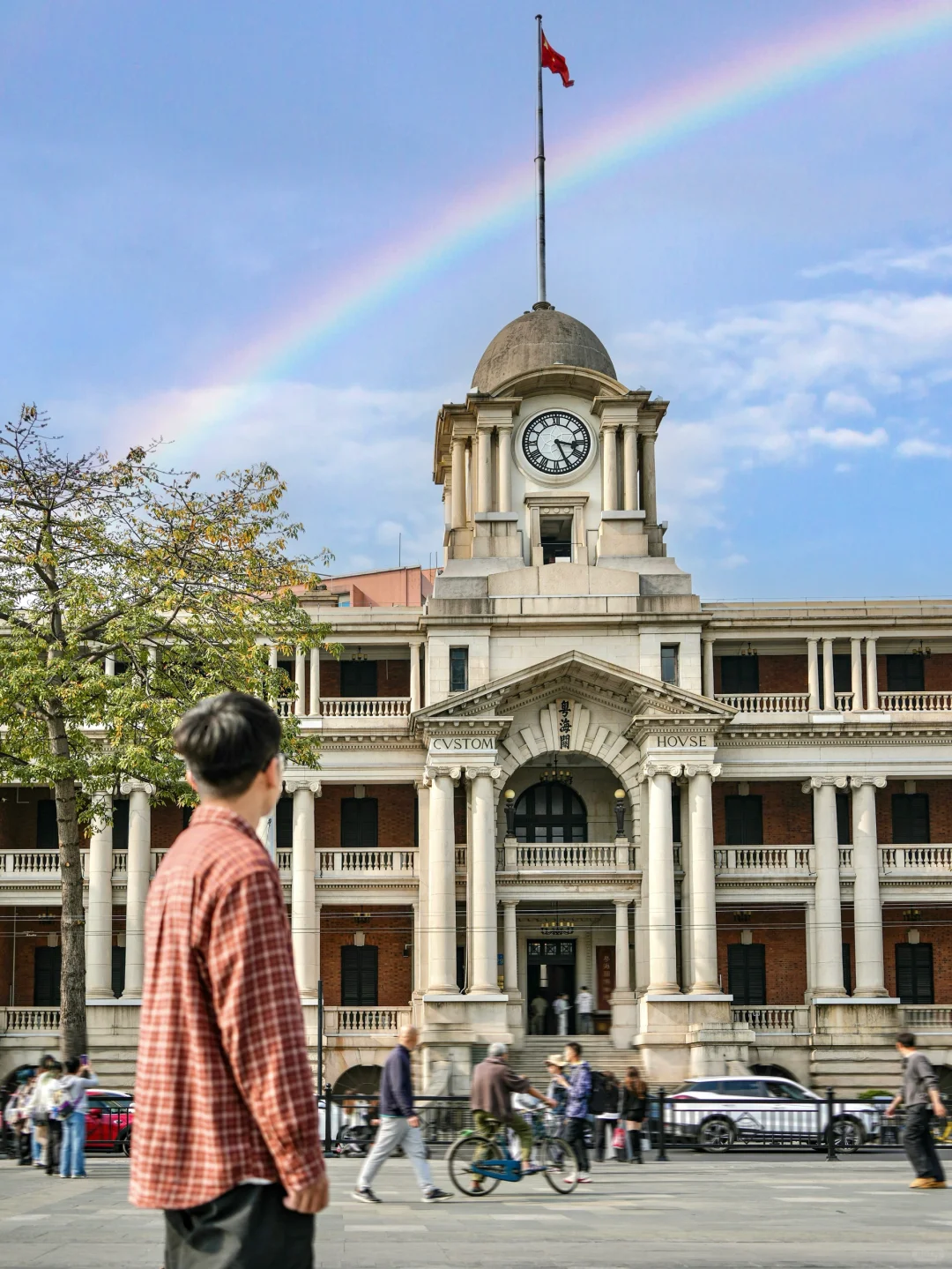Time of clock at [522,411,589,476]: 3:25
